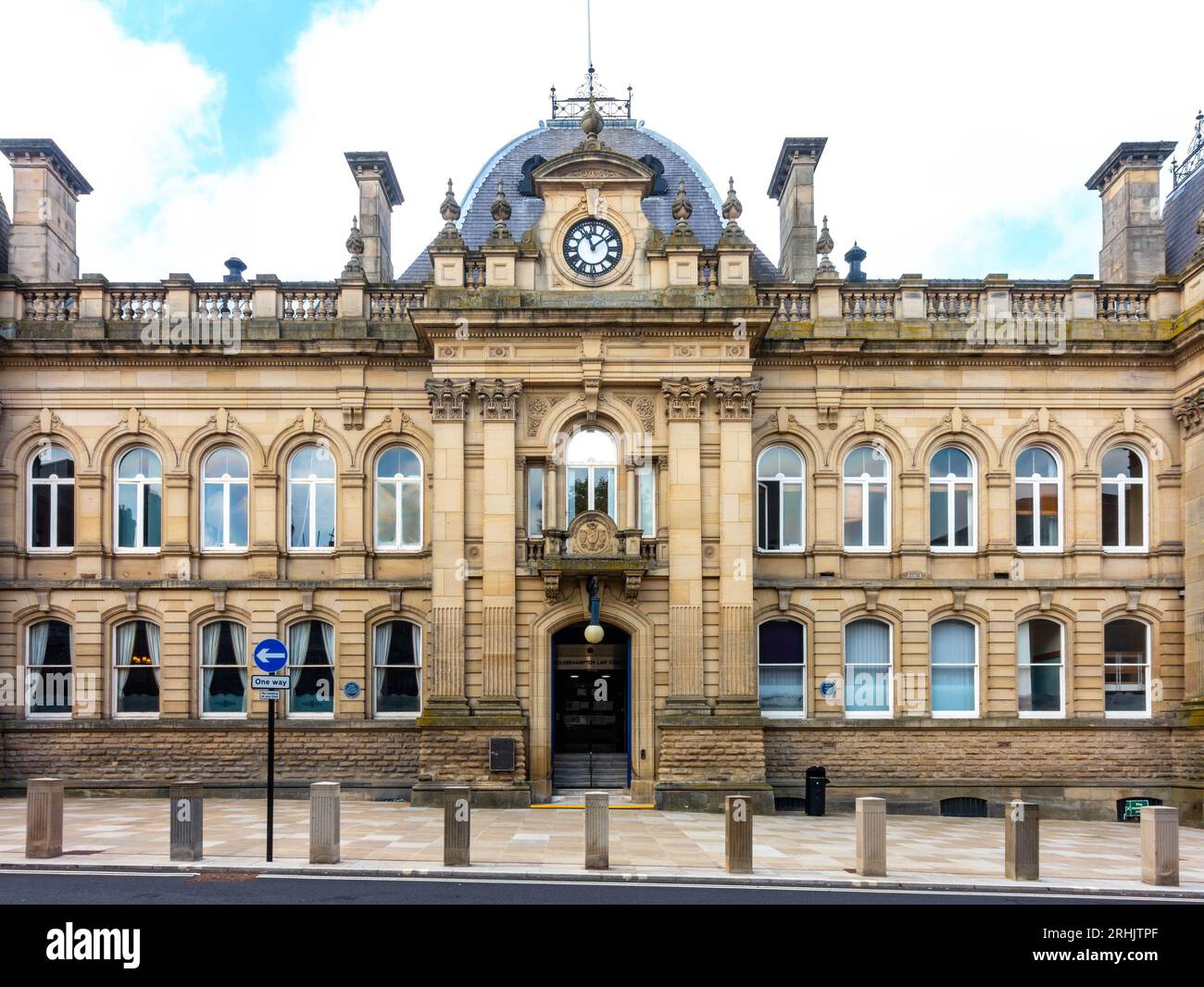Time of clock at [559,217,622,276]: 11:08
